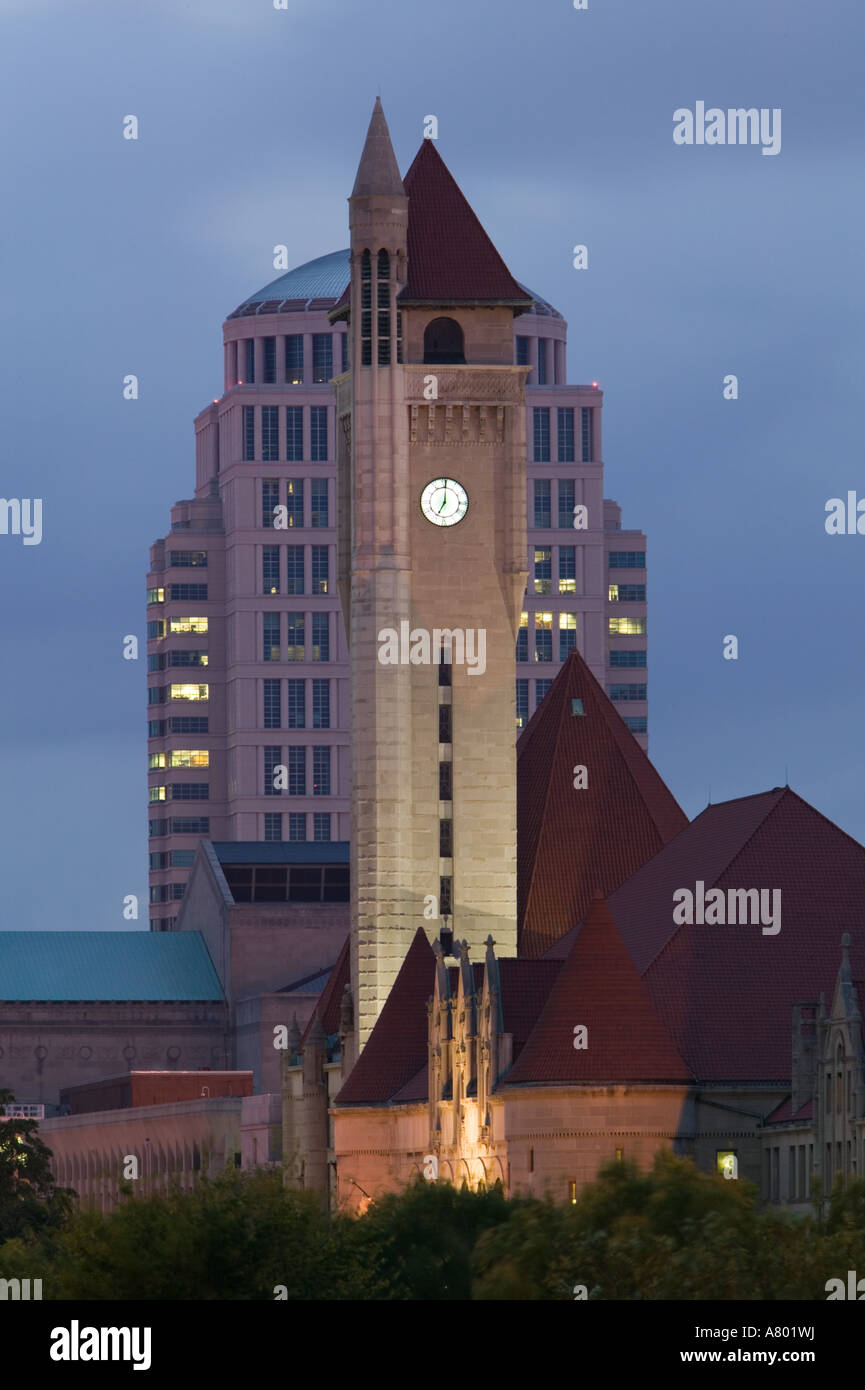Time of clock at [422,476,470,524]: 7:00
